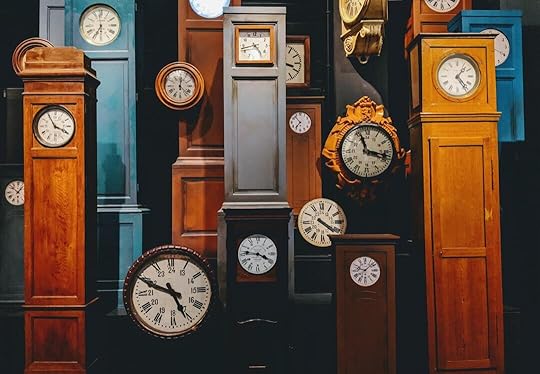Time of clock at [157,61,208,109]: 12:22
